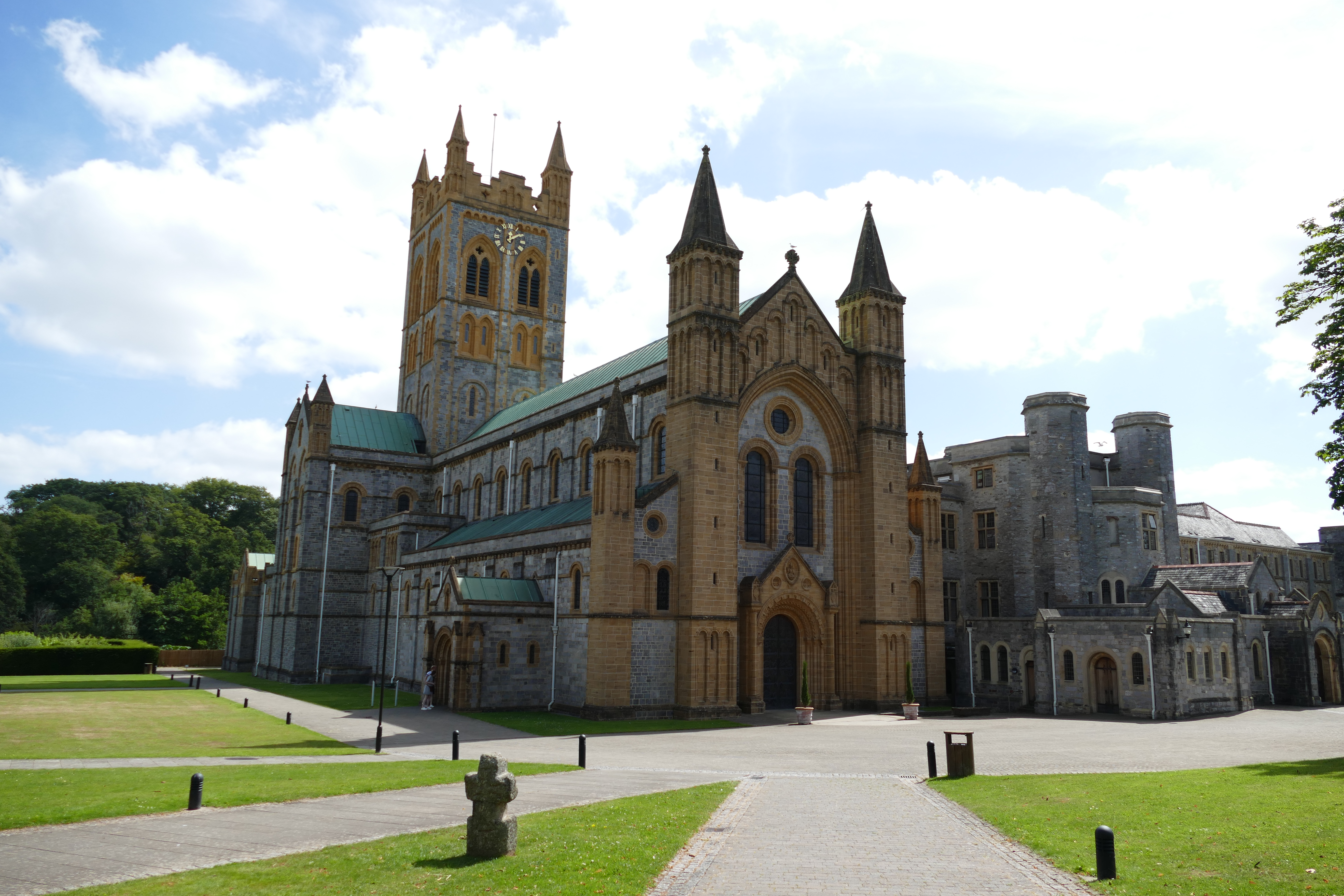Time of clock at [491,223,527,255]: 12:09
